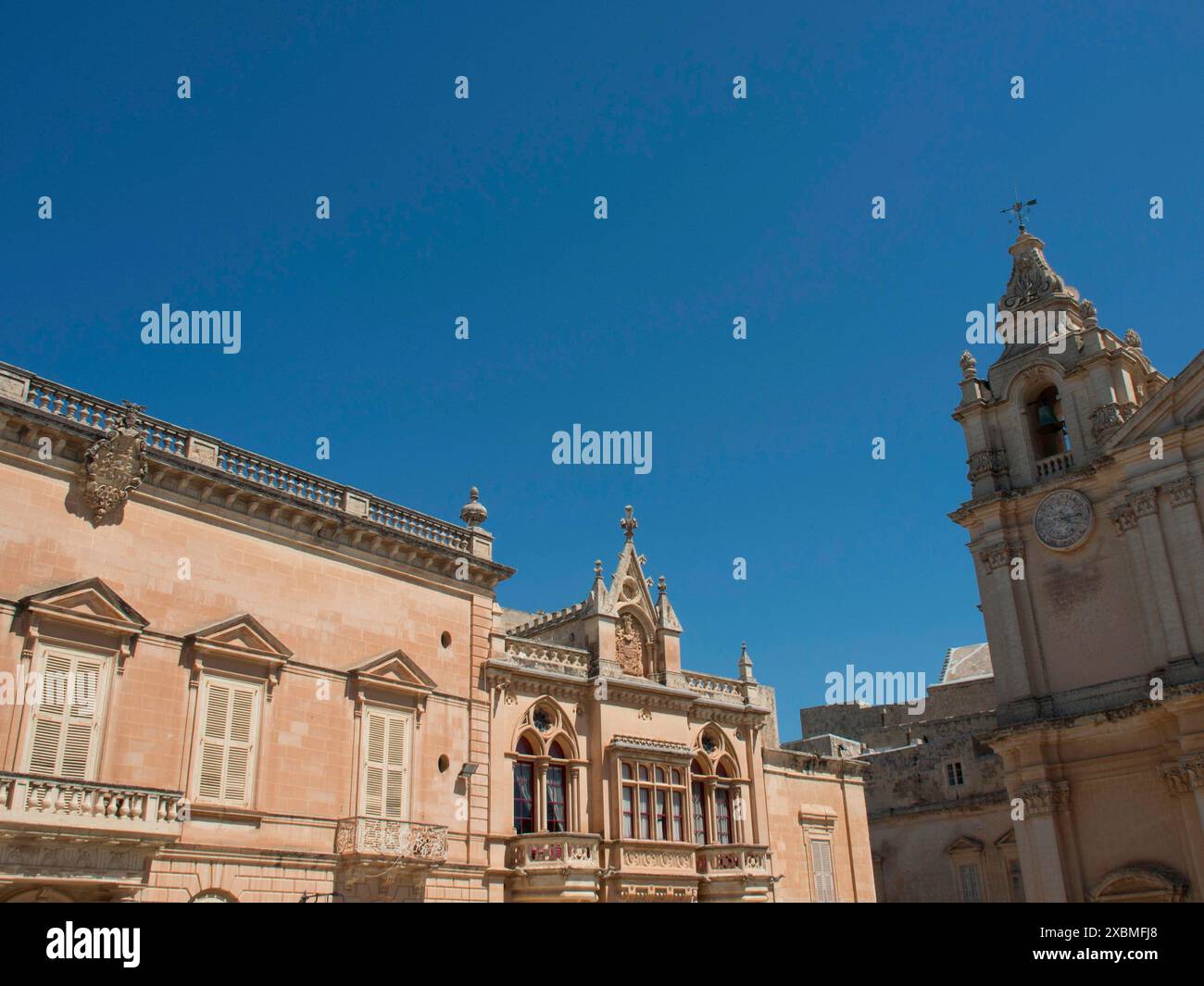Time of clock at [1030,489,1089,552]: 4:12
